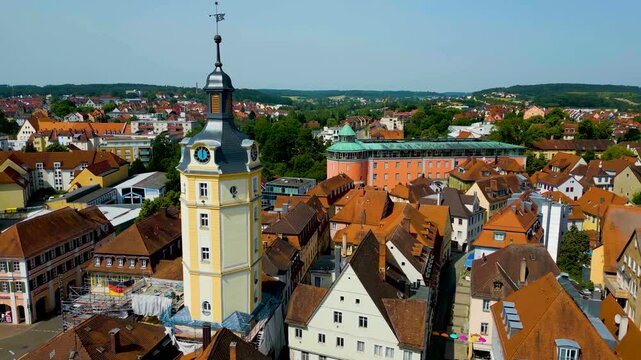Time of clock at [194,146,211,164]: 5:59
